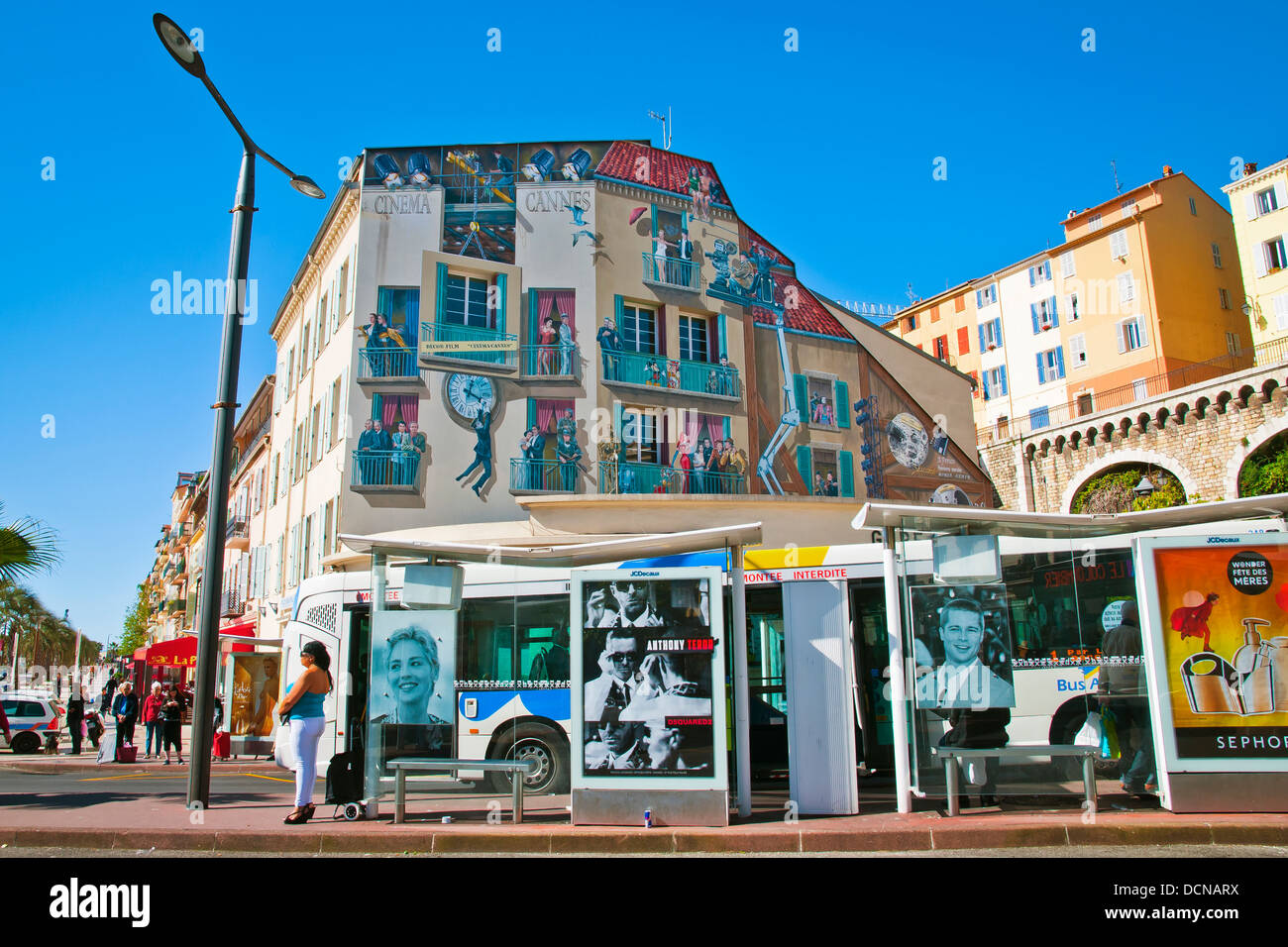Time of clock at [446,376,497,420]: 4:02
